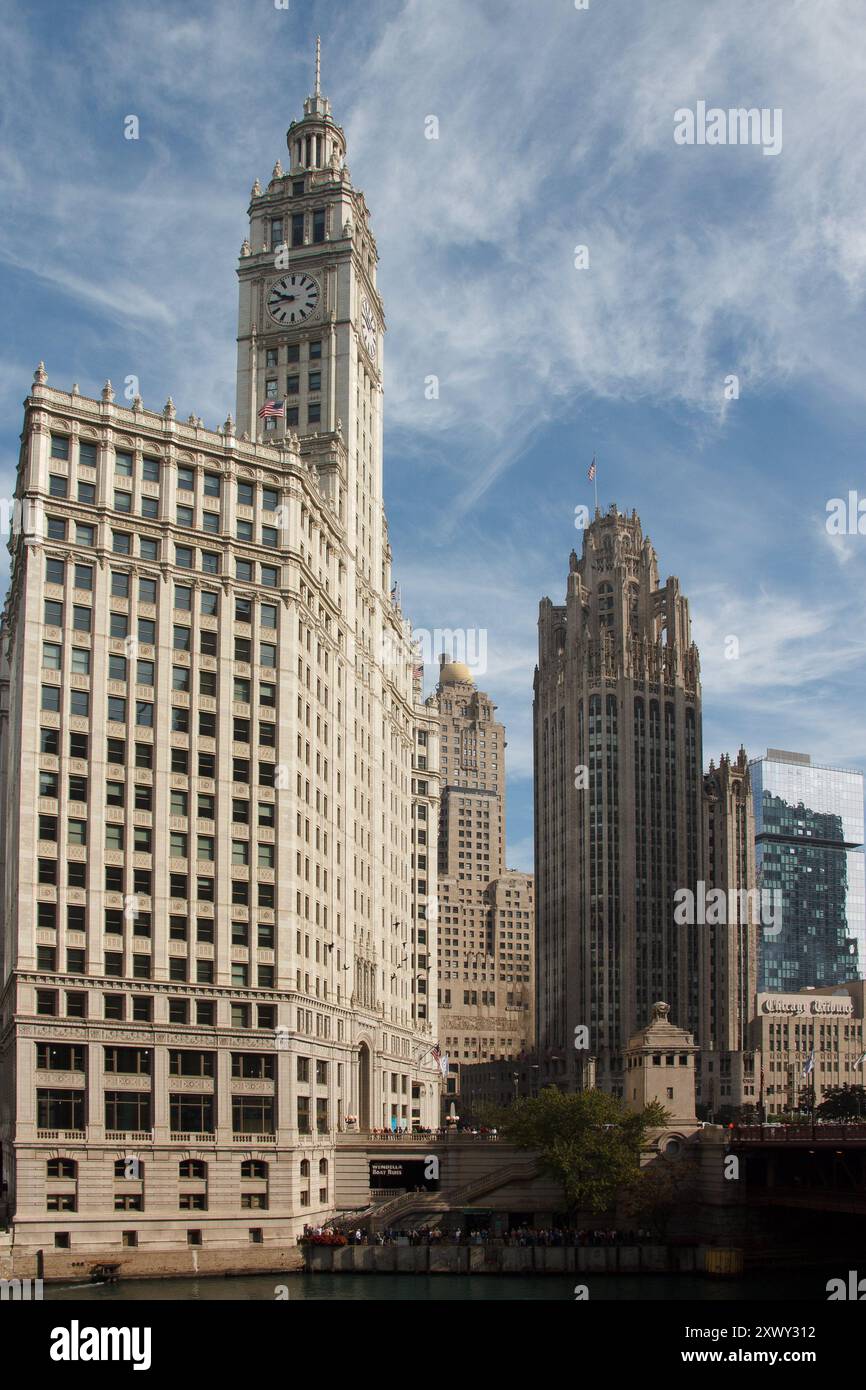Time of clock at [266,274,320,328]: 9:43
